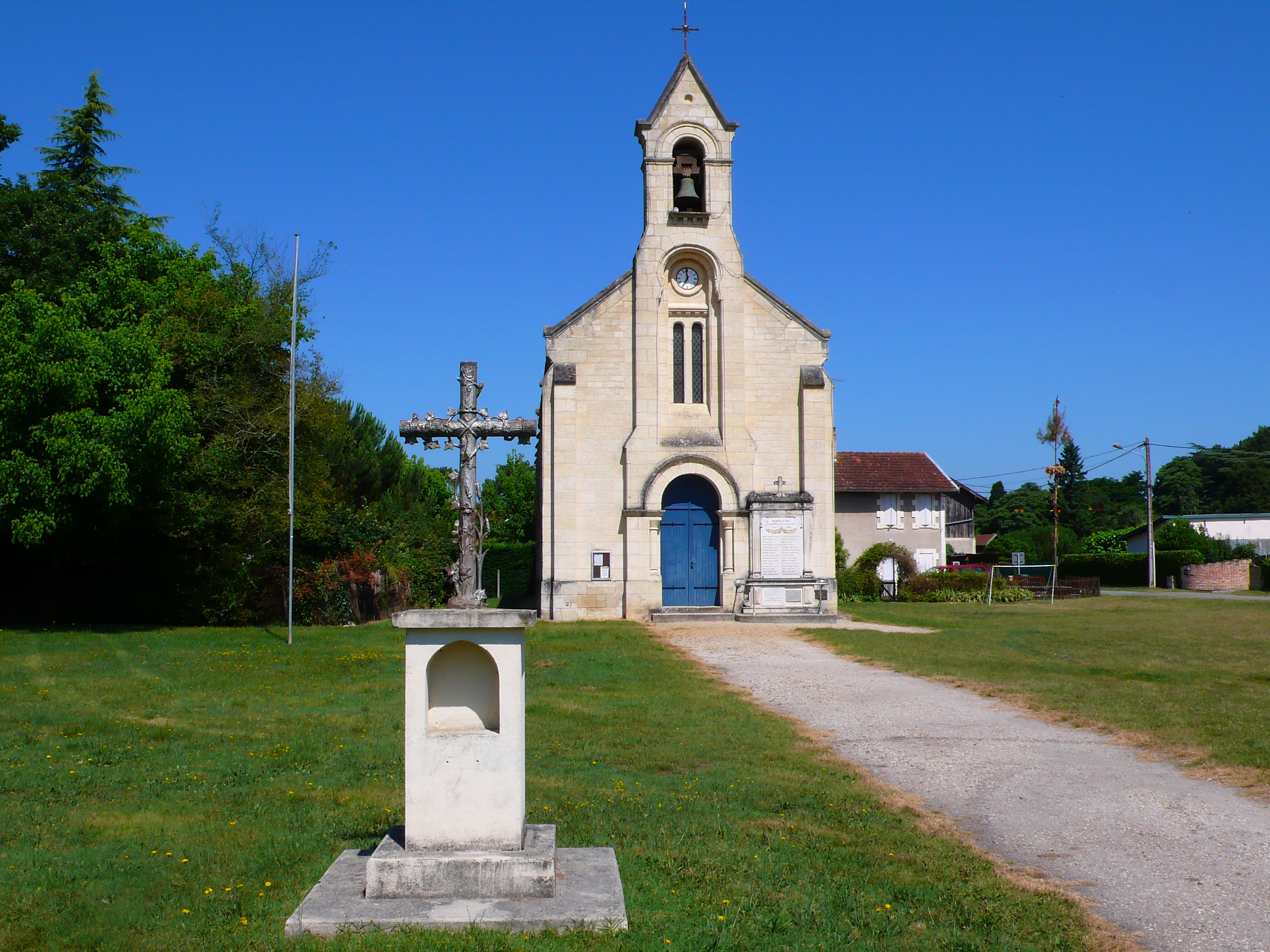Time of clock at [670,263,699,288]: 6:58
